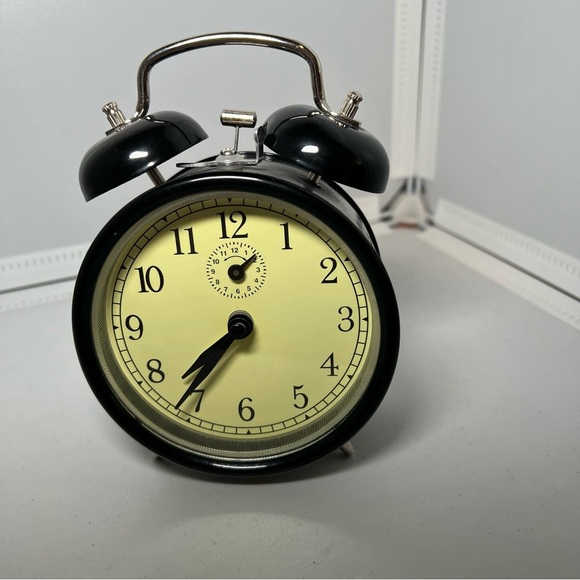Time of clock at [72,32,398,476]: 7:36
